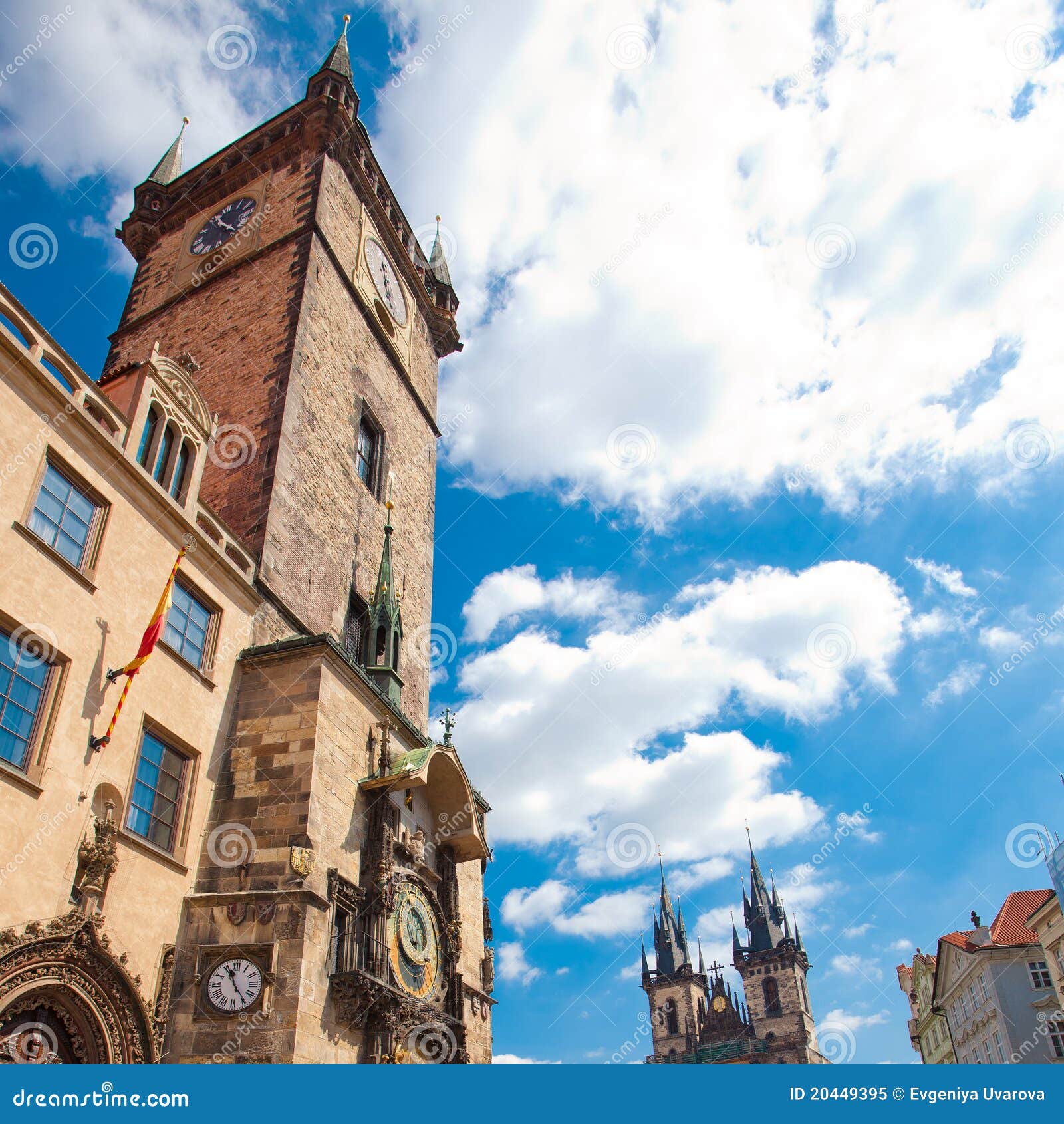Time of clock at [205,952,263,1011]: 11:23
